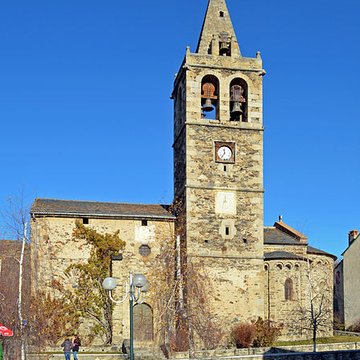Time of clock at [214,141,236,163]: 11:35
